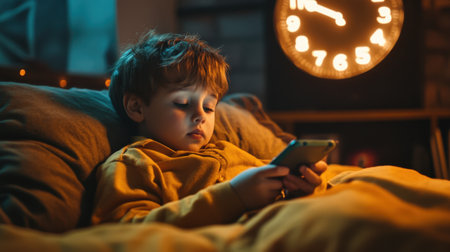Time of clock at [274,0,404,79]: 9:50
